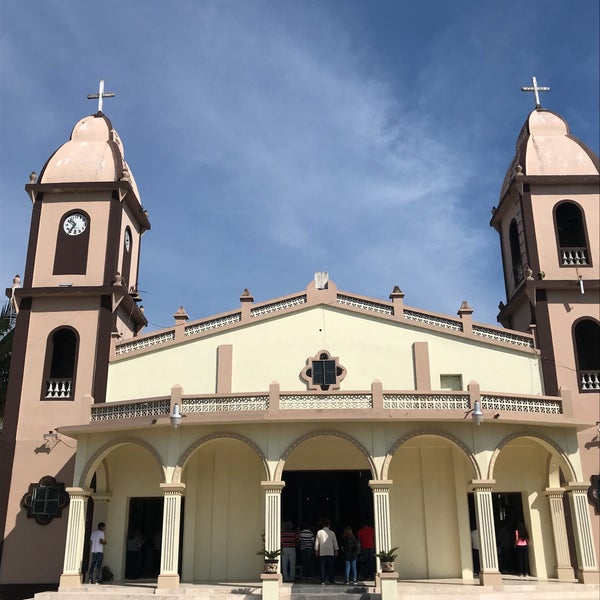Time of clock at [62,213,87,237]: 10:36
